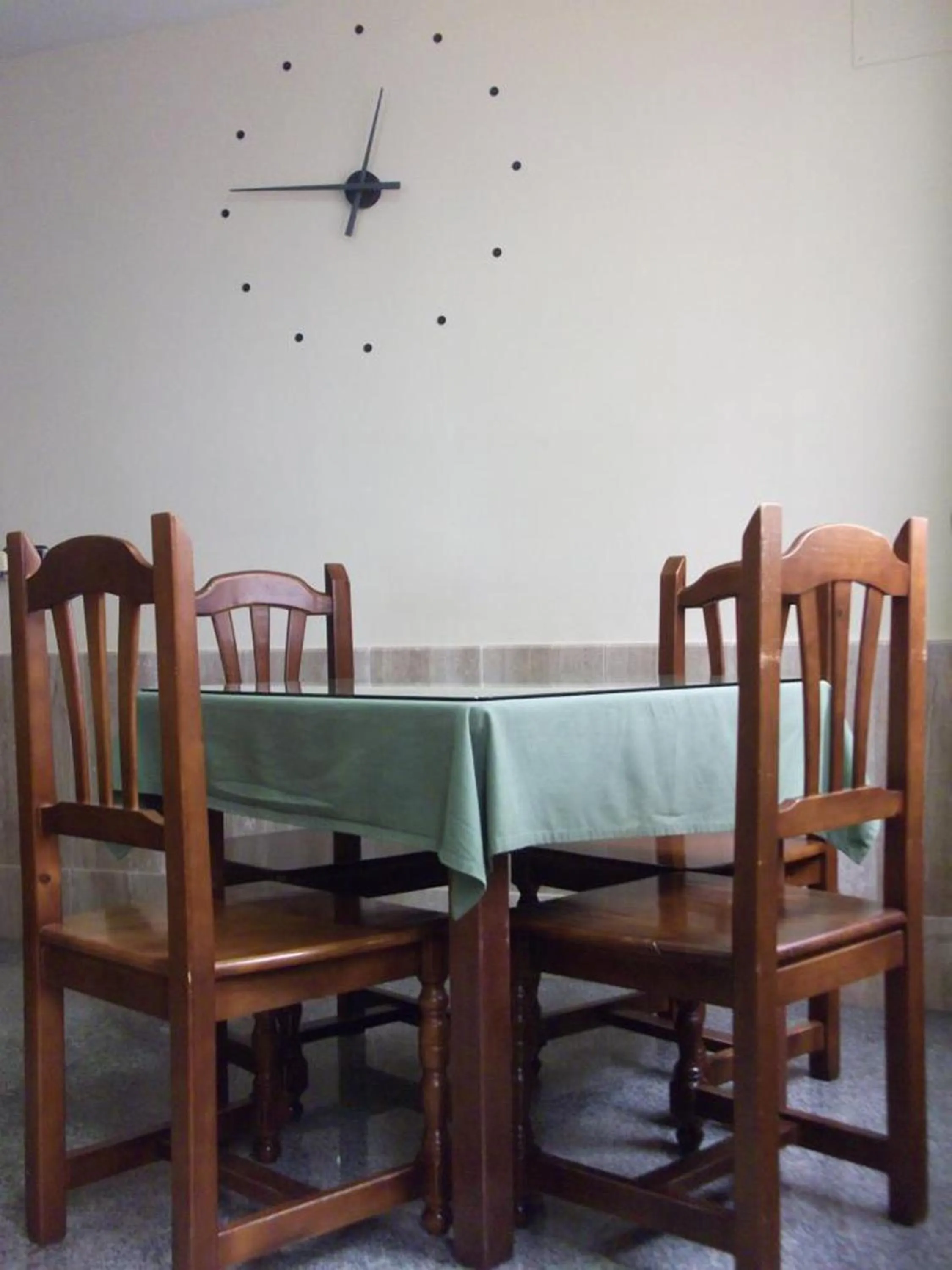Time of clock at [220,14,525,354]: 12:46
